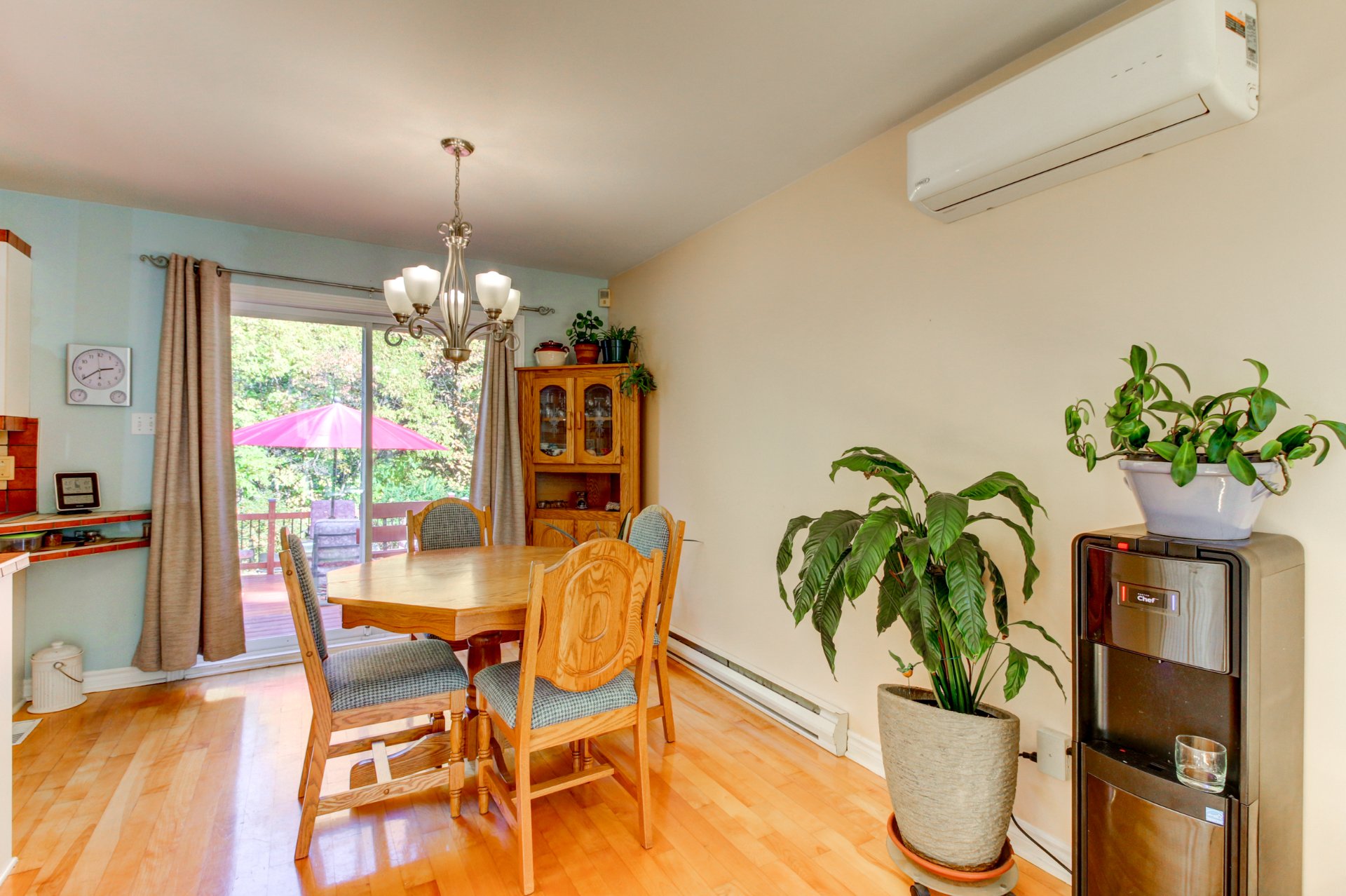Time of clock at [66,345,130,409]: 2:38
